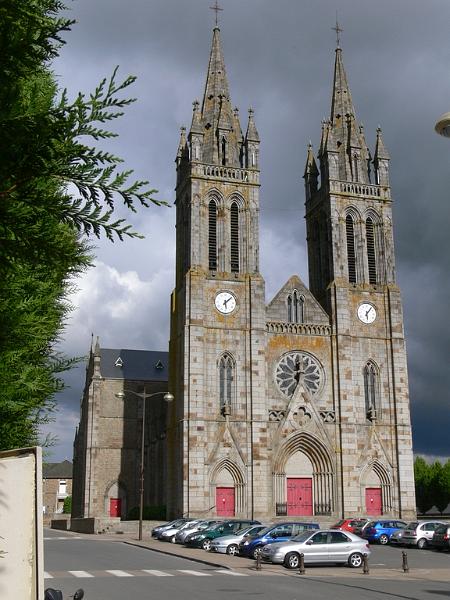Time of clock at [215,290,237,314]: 6:08
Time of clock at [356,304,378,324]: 6:06
